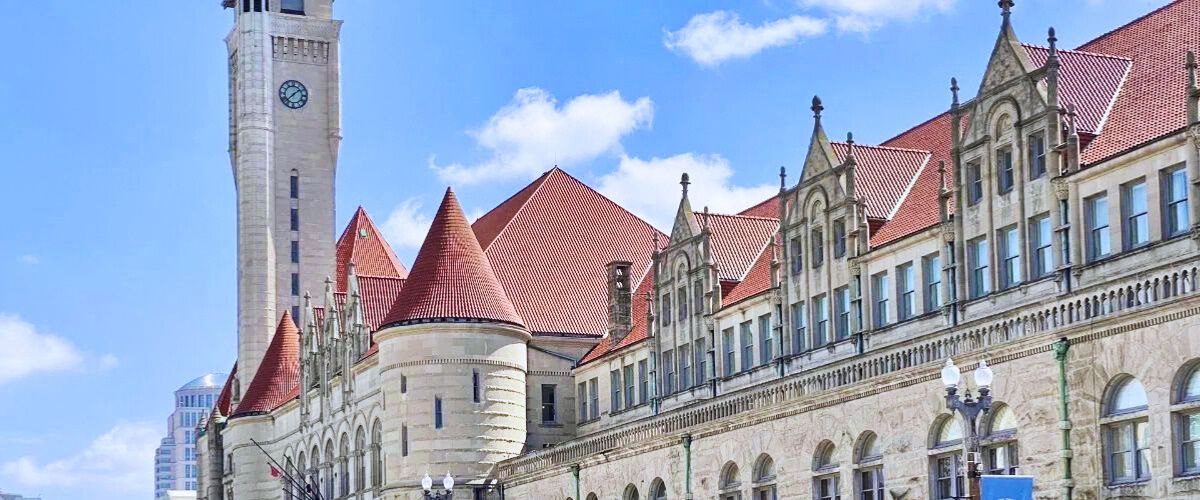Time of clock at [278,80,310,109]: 1:37
